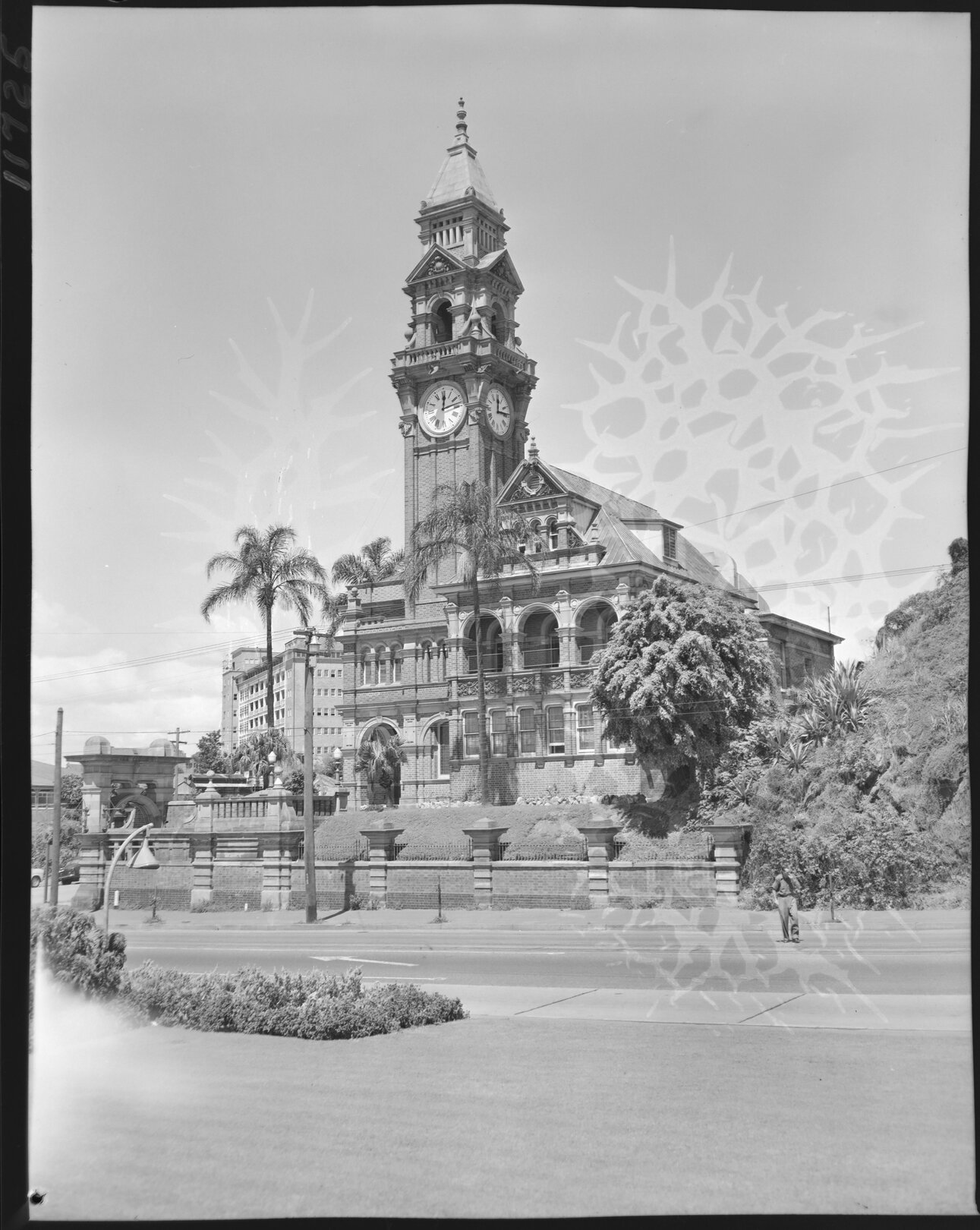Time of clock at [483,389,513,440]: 12:13
